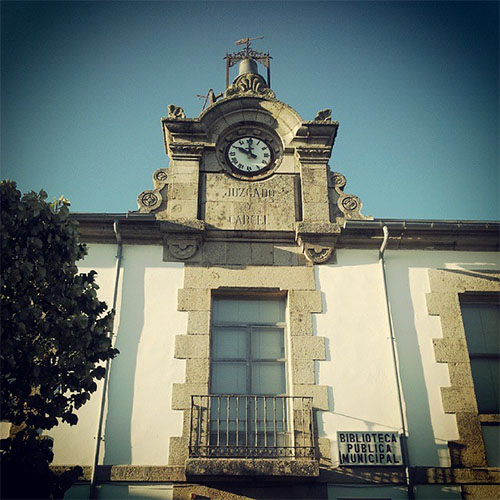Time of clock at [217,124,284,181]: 10:00
